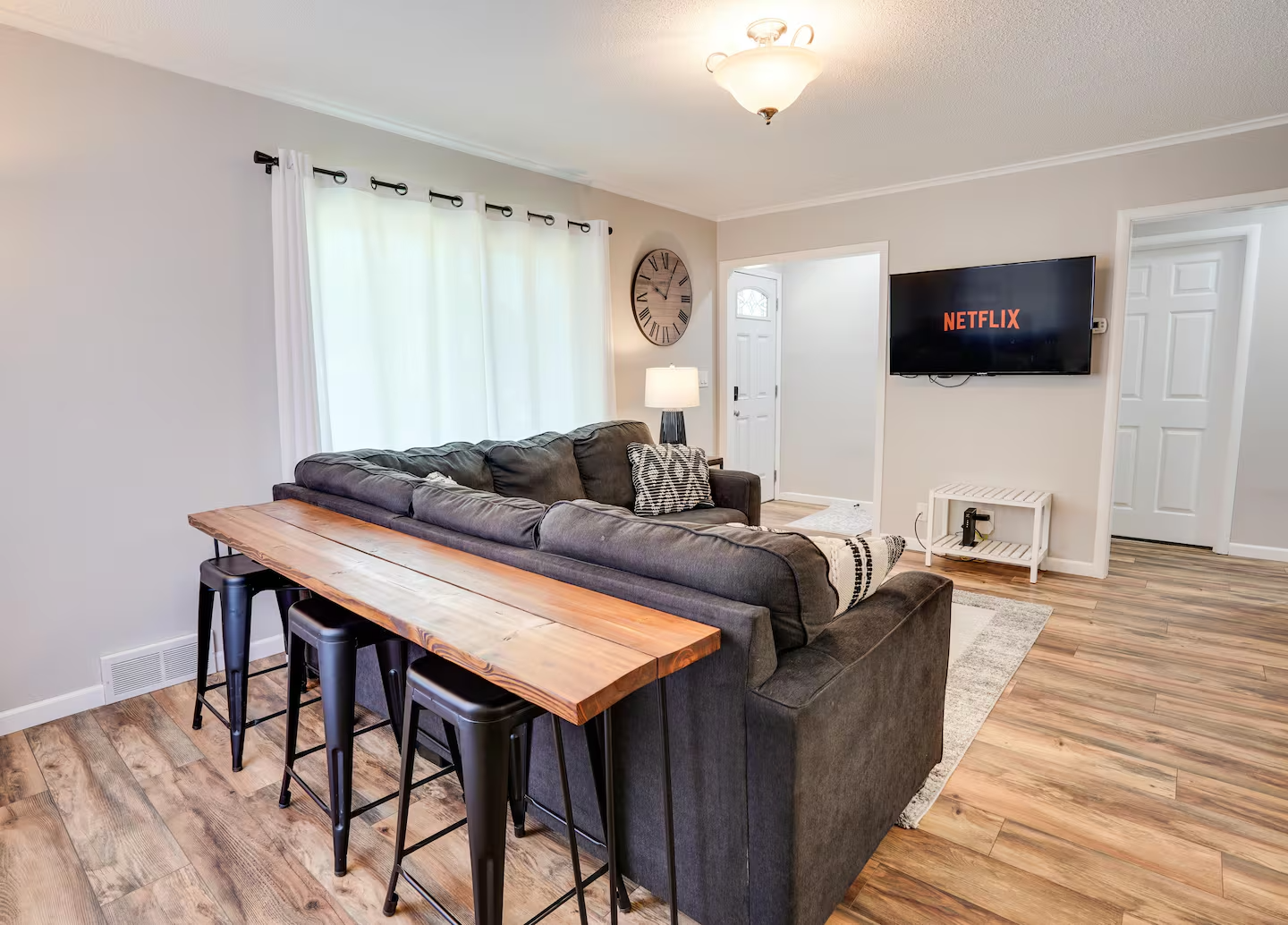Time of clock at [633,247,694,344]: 10:04
